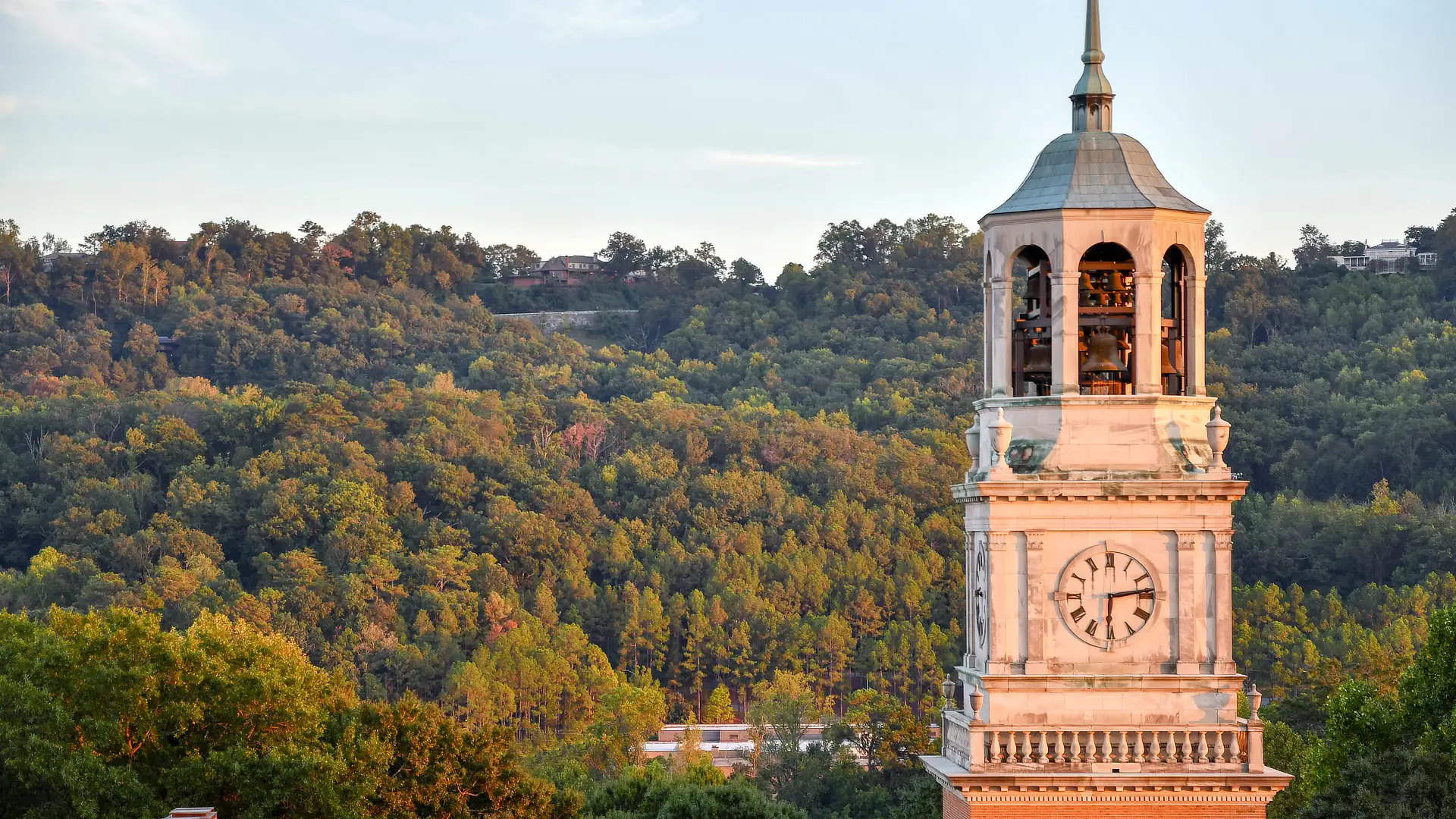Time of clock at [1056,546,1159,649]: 6:13
